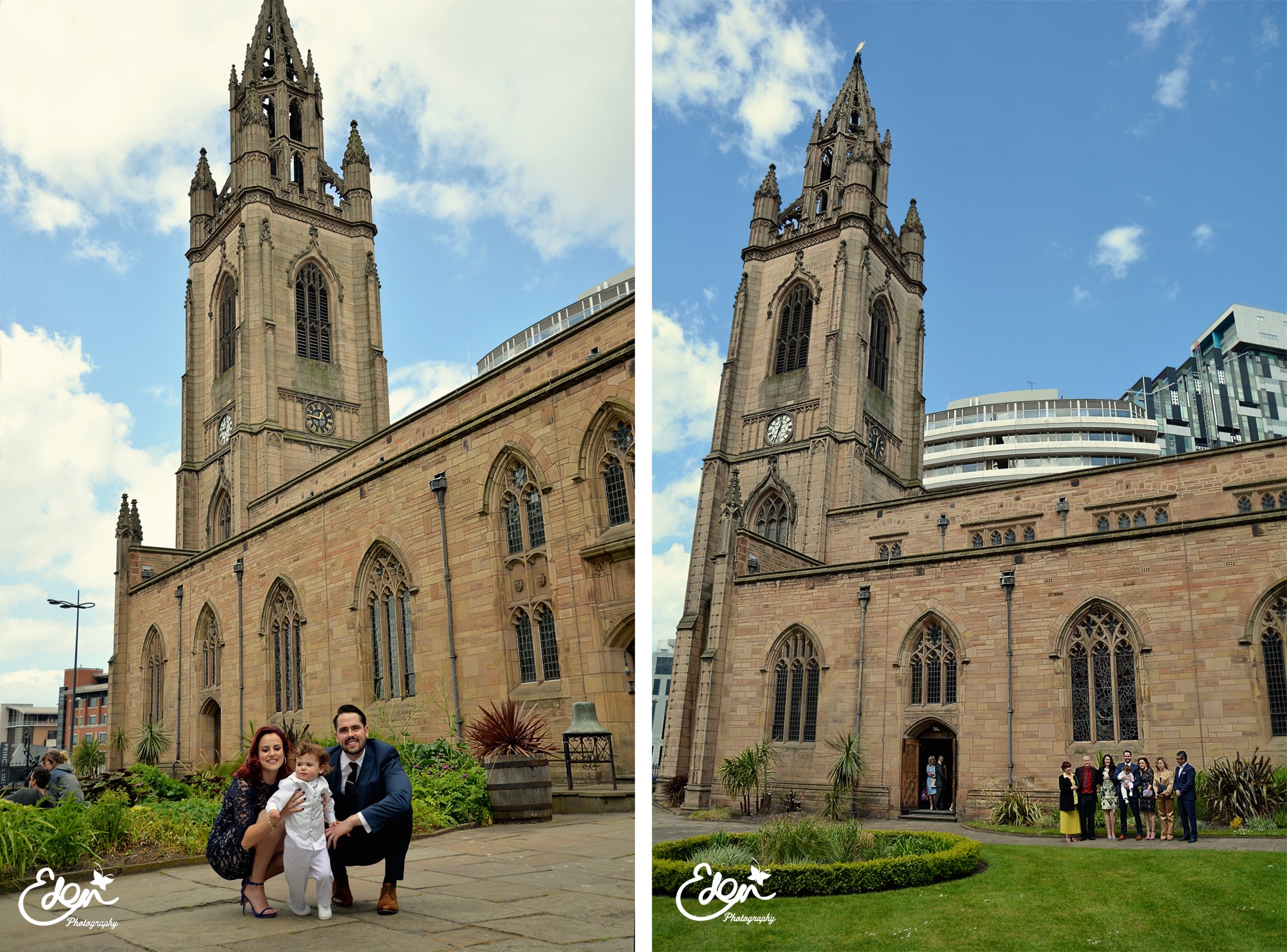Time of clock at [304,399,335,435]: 12:46
